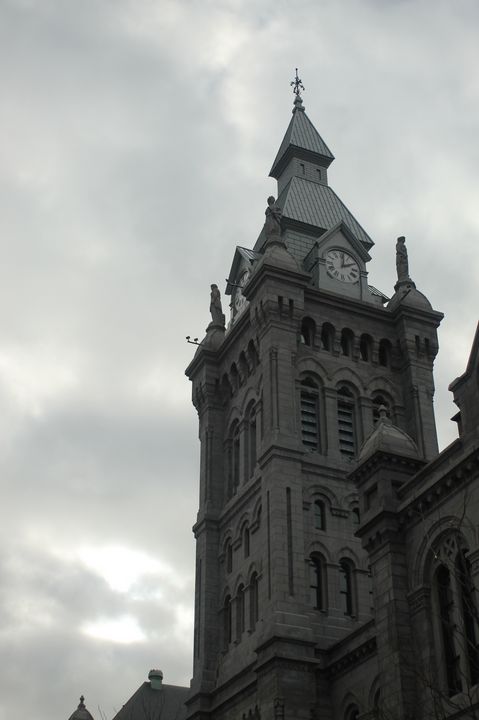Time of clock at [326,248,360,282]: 2:01
